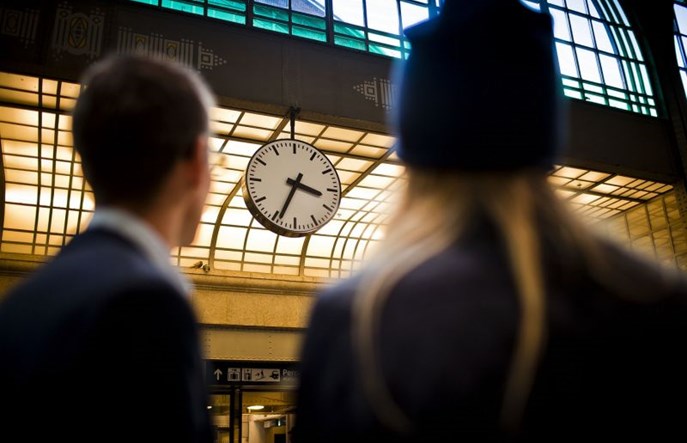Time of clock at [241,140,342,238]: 3:34
